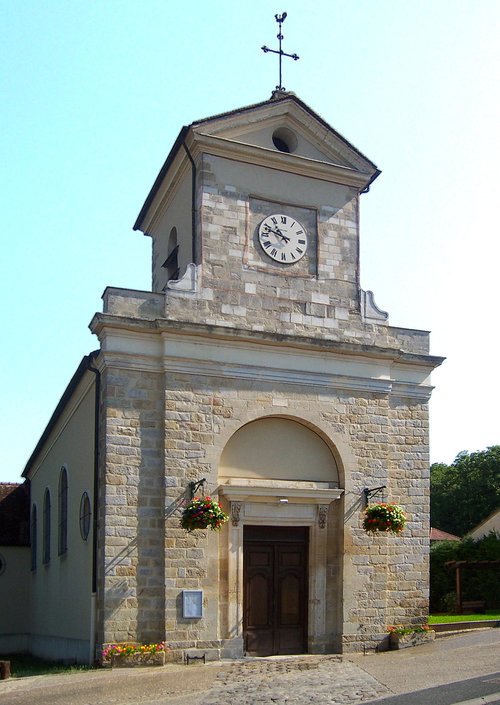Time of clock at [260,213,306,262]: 10:48
